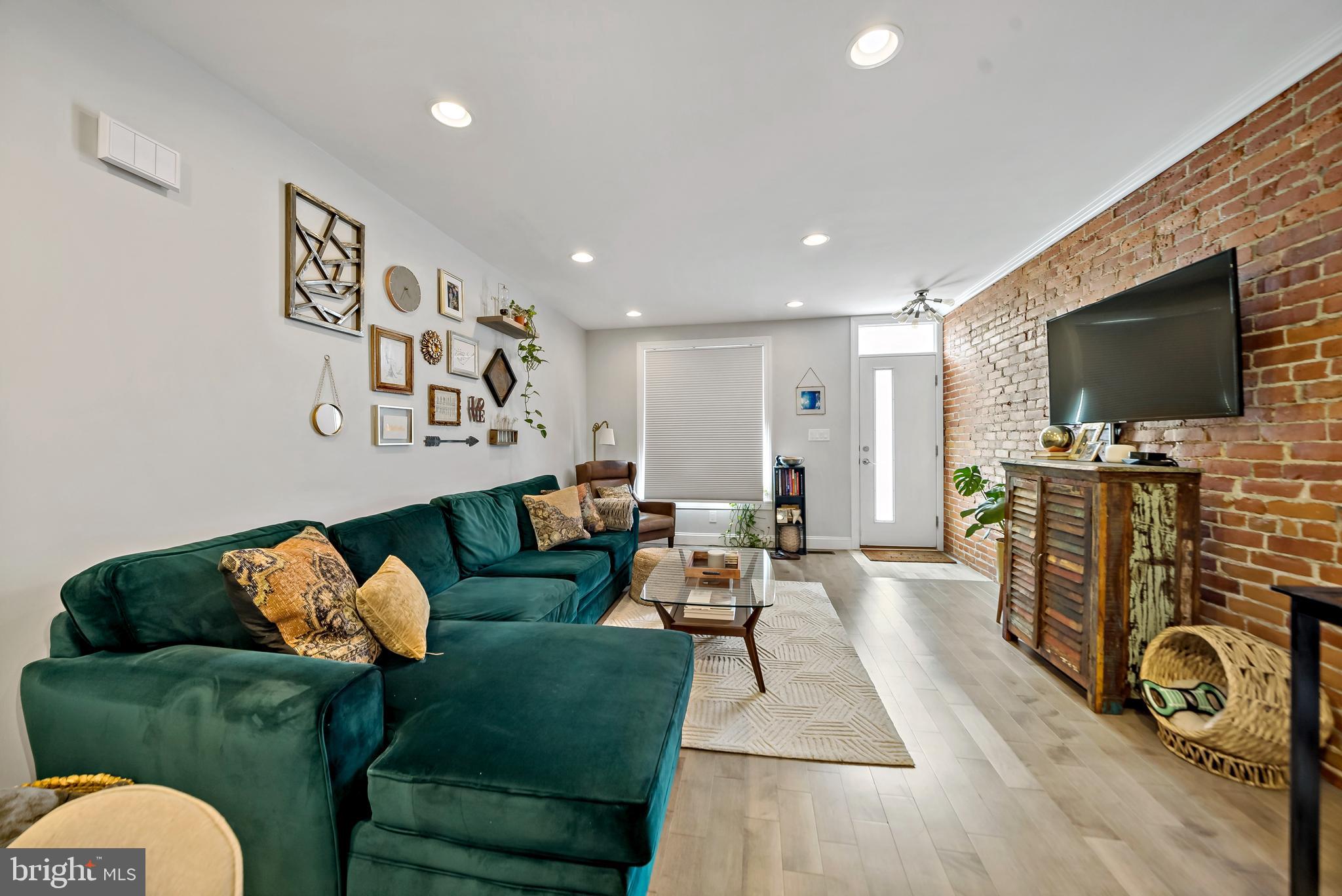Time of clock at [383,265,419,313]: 4:35
